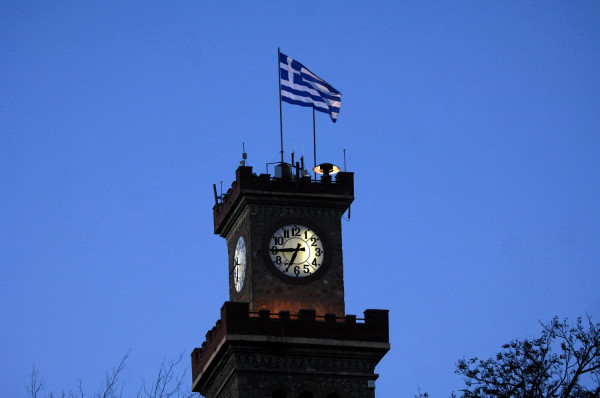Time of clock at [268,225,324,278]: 6:44
